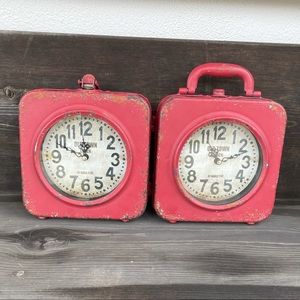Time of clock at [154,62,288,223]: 11:11
